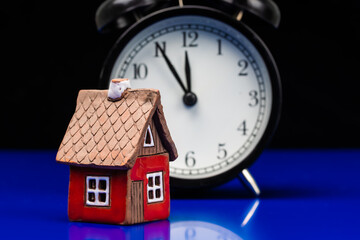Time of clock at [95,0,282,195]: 11:54
